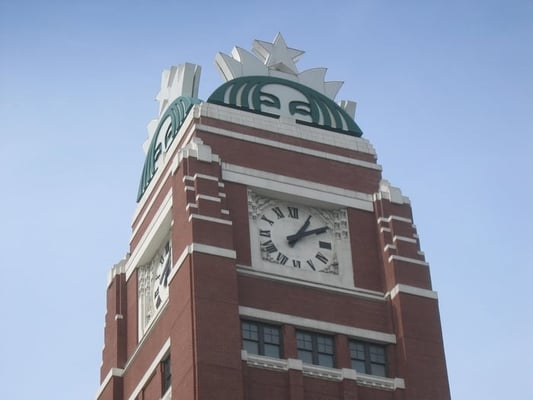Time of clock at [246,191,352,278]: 1:09
